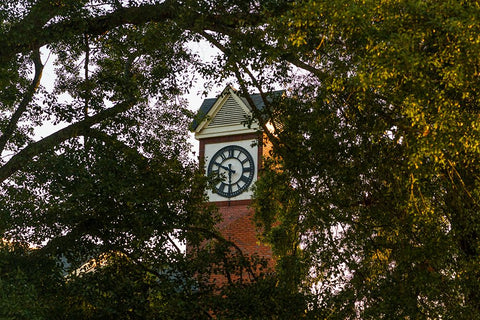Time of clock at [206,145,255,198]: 5:49
